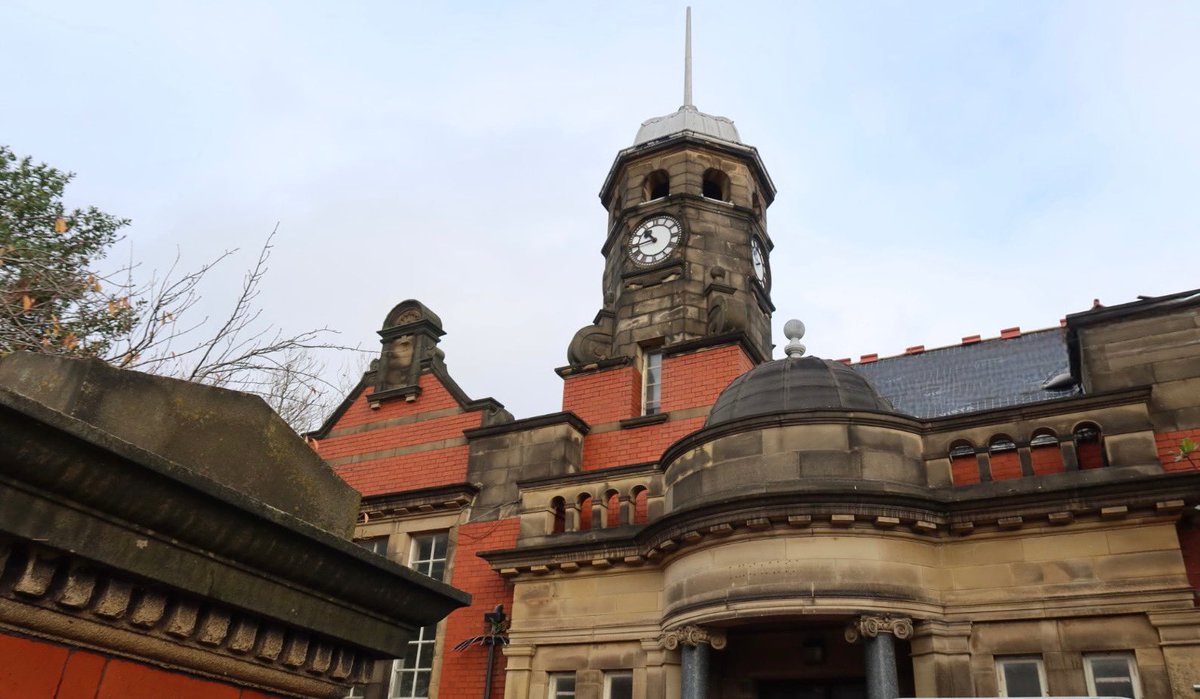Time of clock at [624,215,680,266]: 10:43
